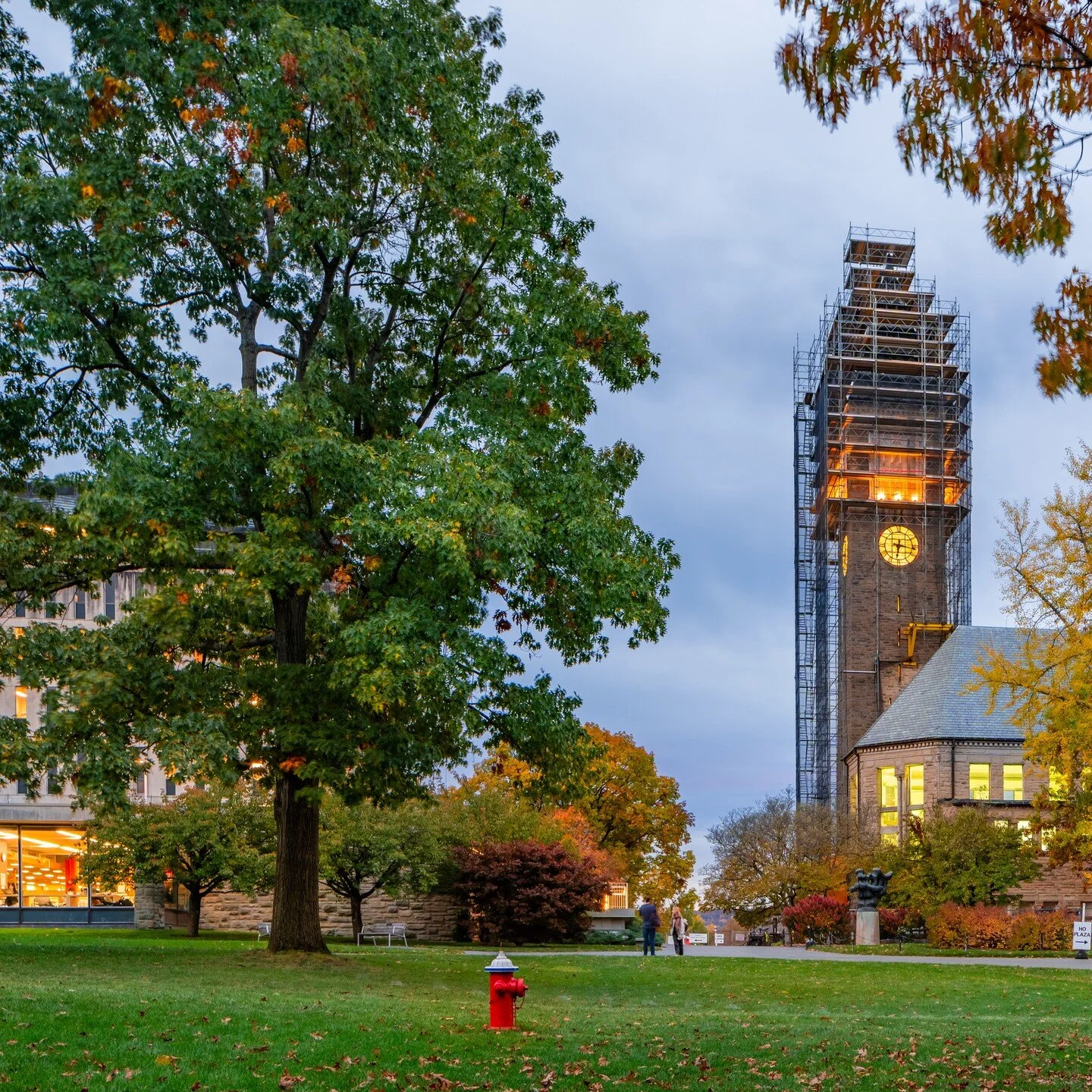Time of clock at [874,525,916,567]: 6:16
